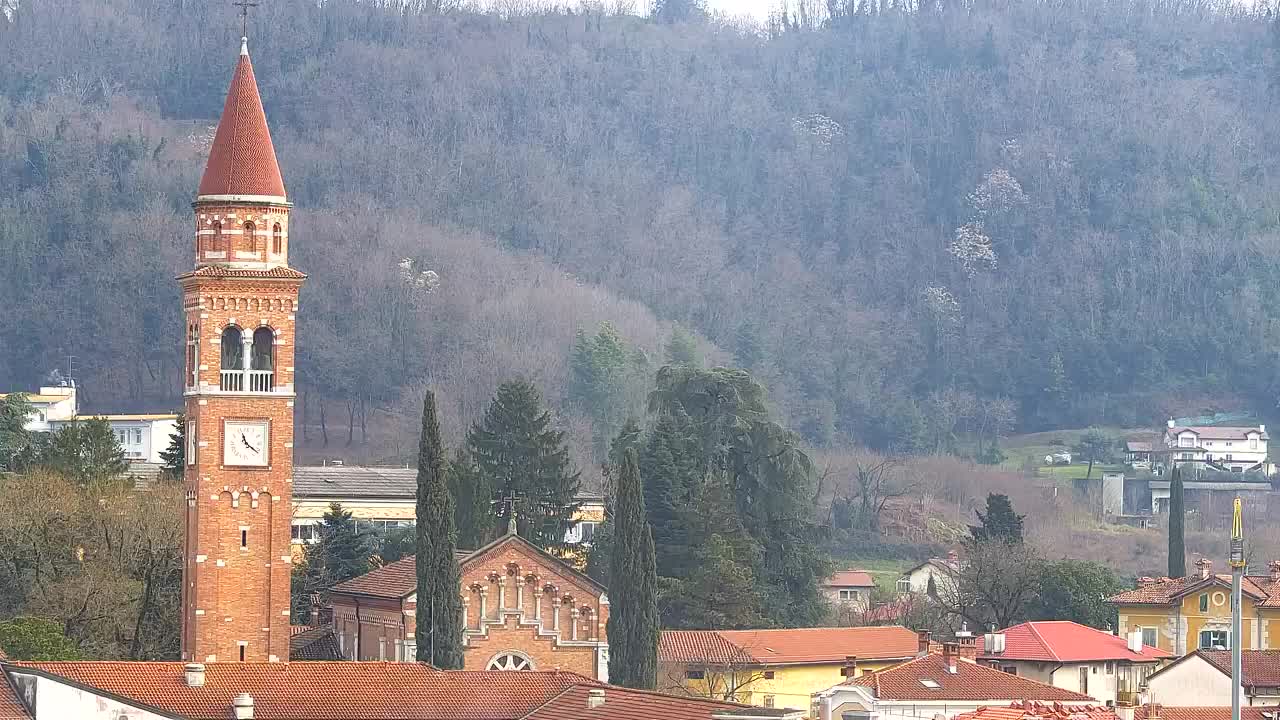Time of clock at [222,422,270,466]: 11:21
